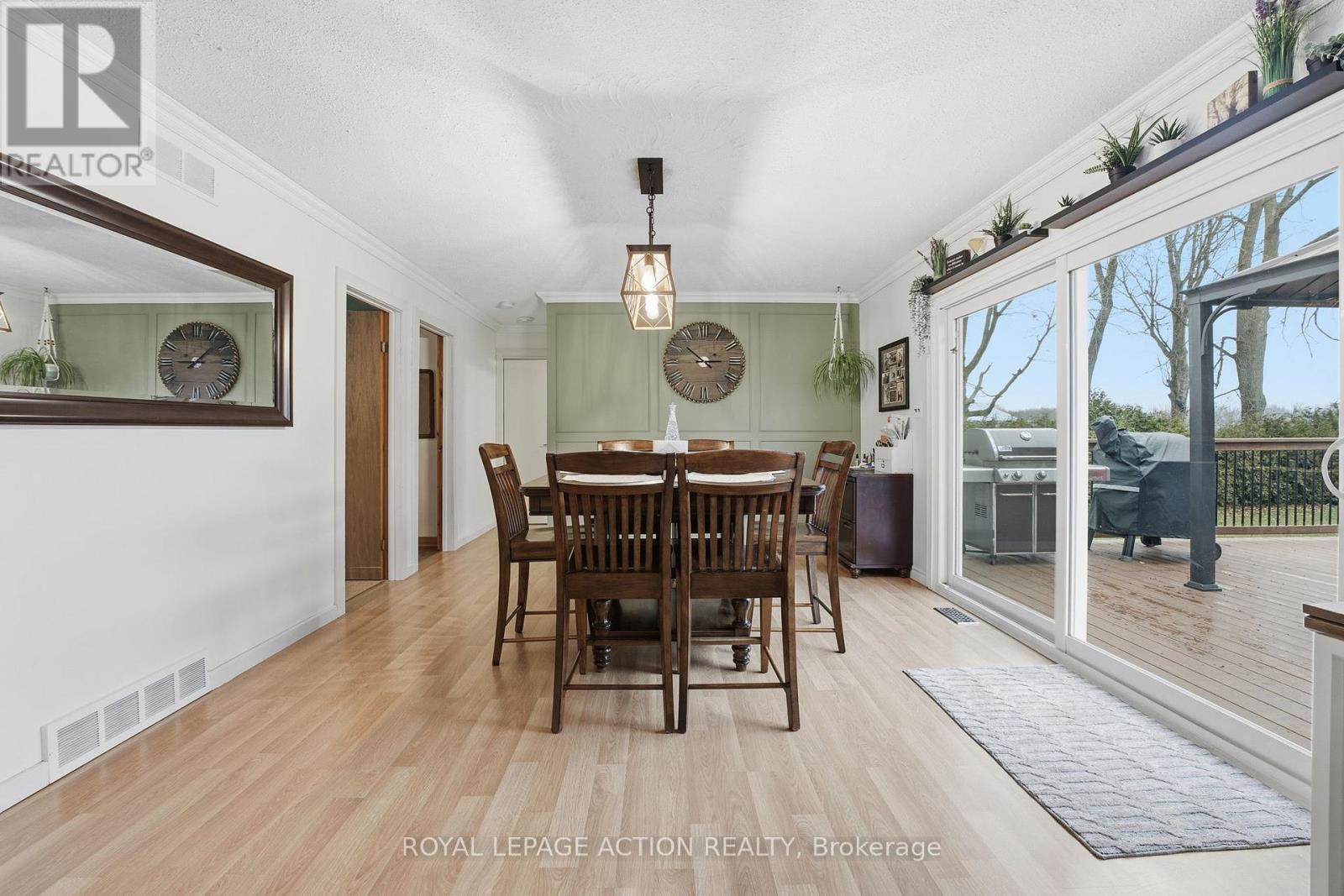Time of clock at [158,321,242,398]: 9:07
